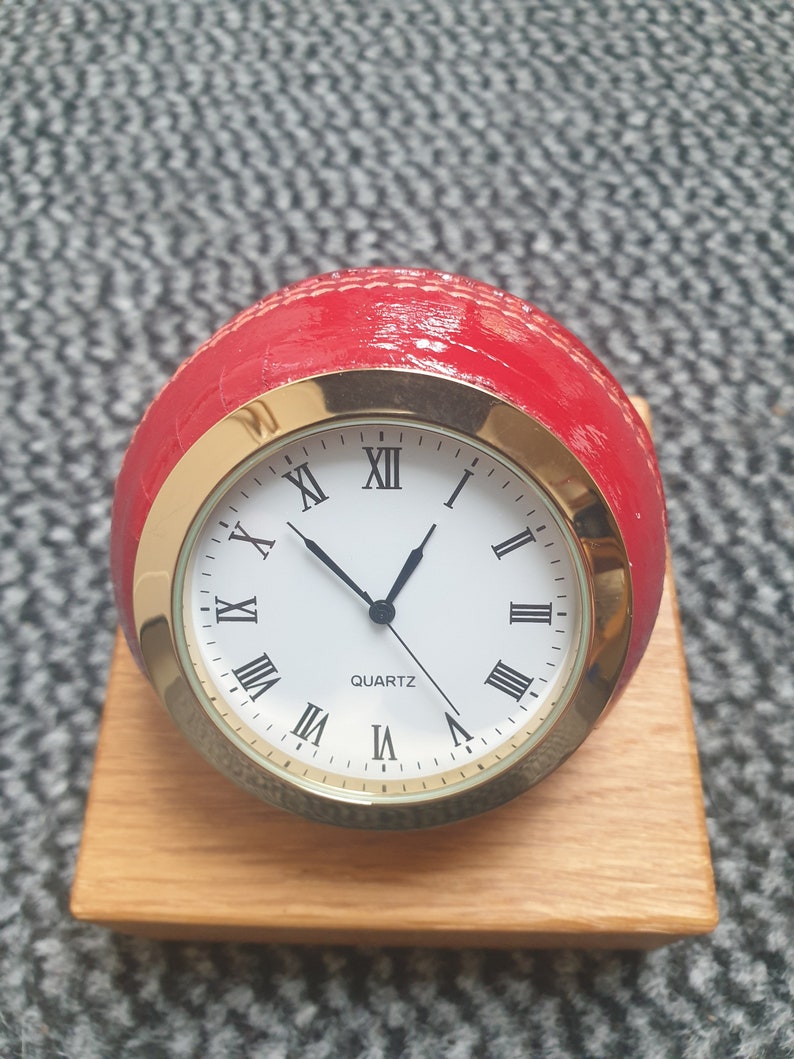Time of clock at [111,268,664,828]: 12:52
